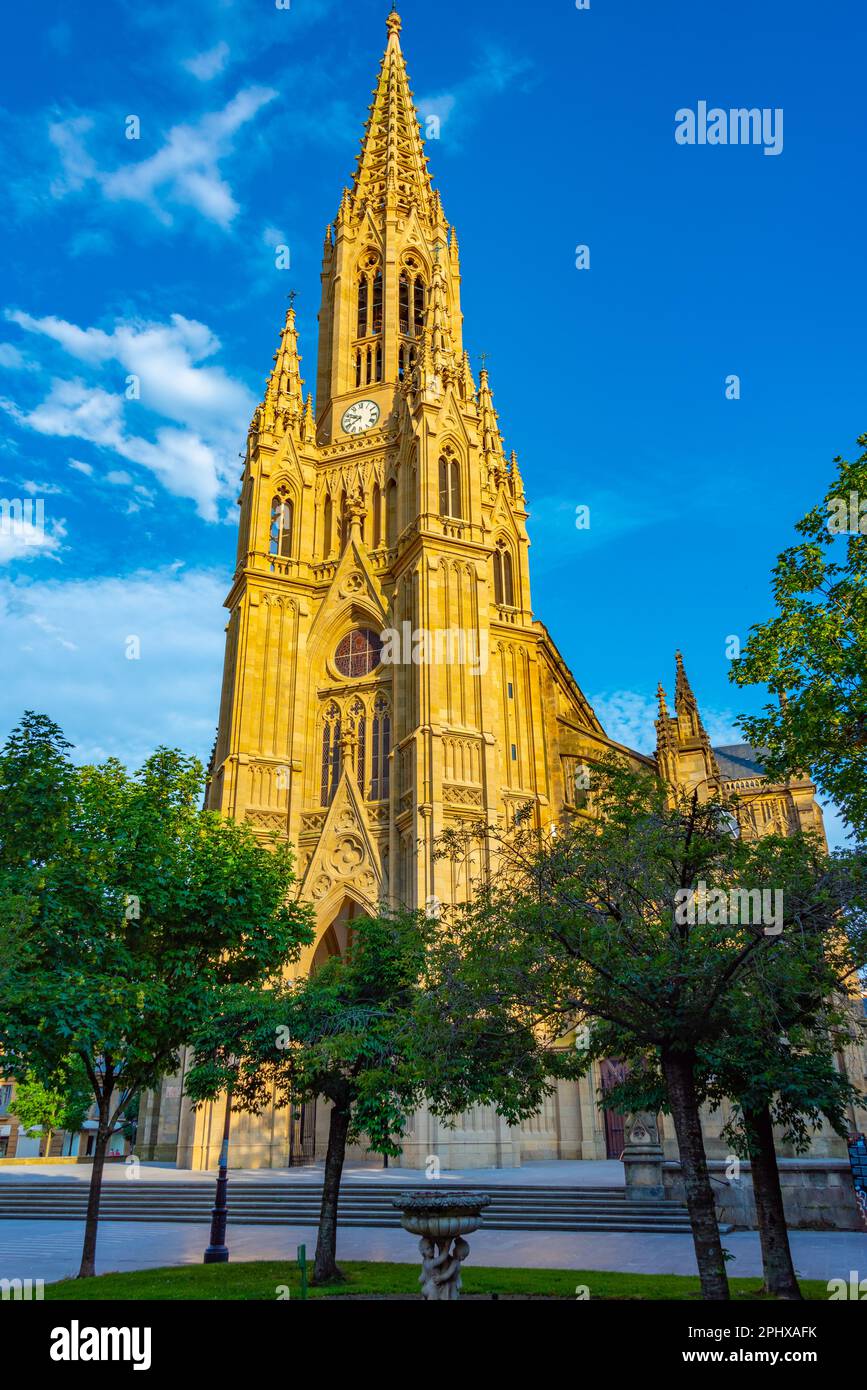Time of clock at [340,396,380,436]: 9:40
